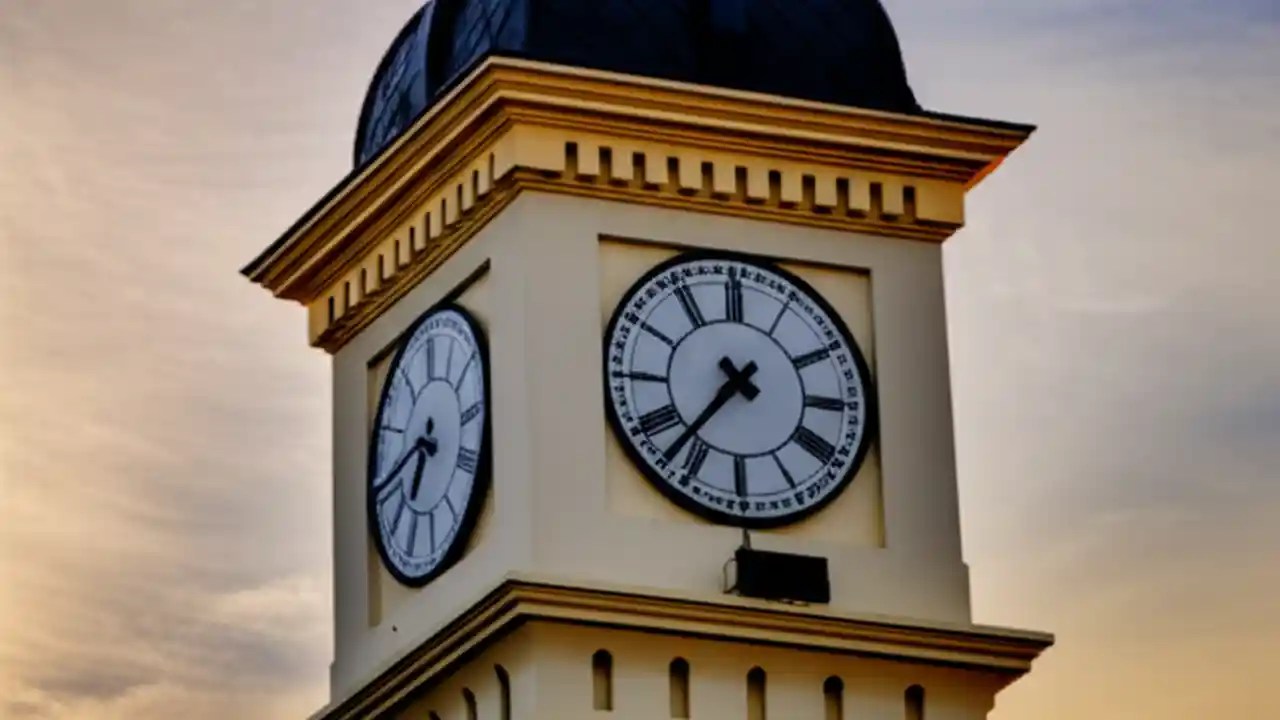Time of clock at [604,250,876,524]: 7:36
